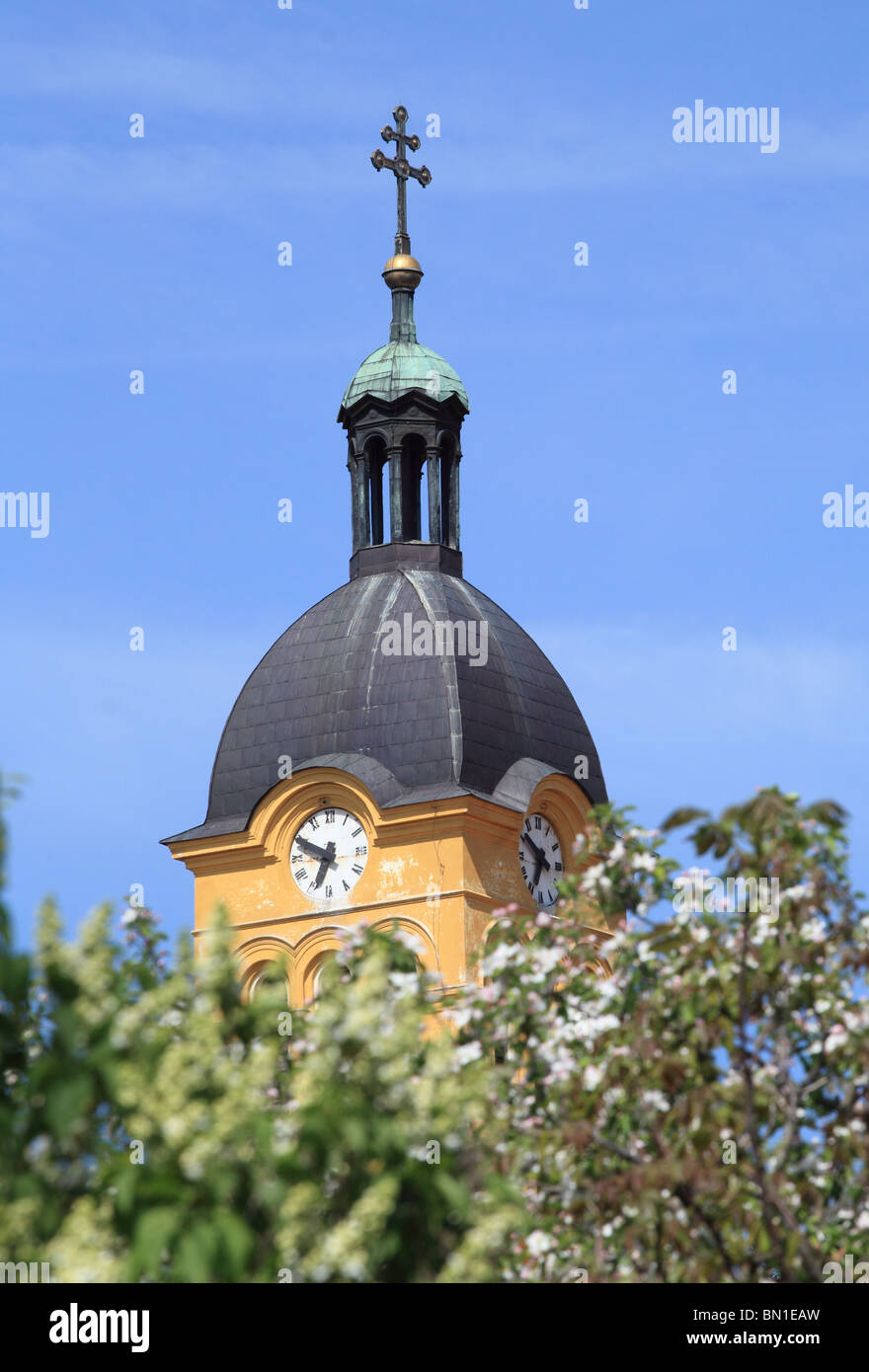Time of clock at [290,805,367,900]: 6:48
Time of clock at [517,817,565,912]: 6:50
